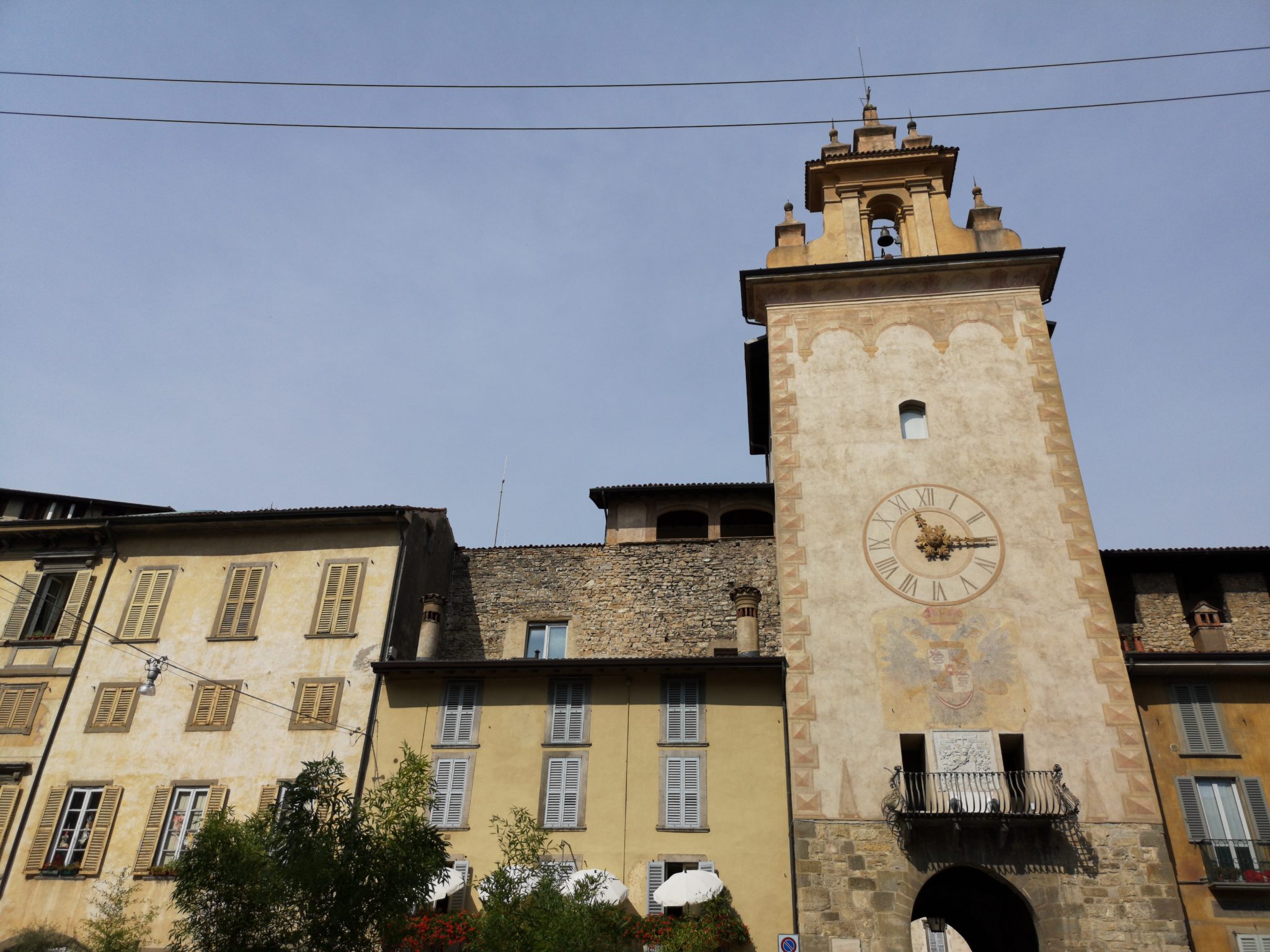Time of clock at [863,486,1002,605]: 11:15
